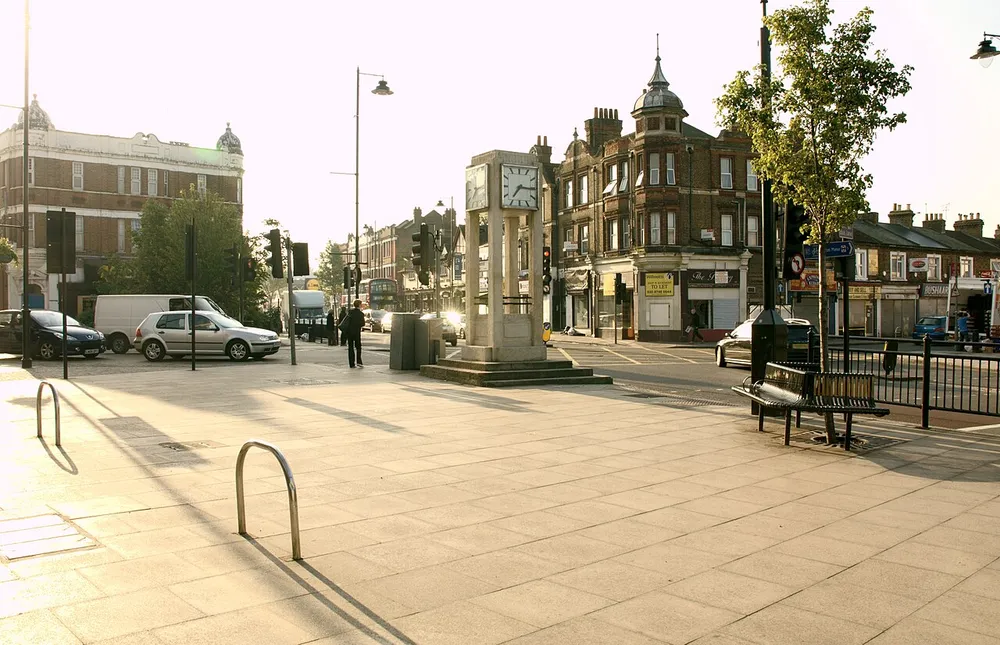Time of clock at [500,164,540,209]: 7:15
